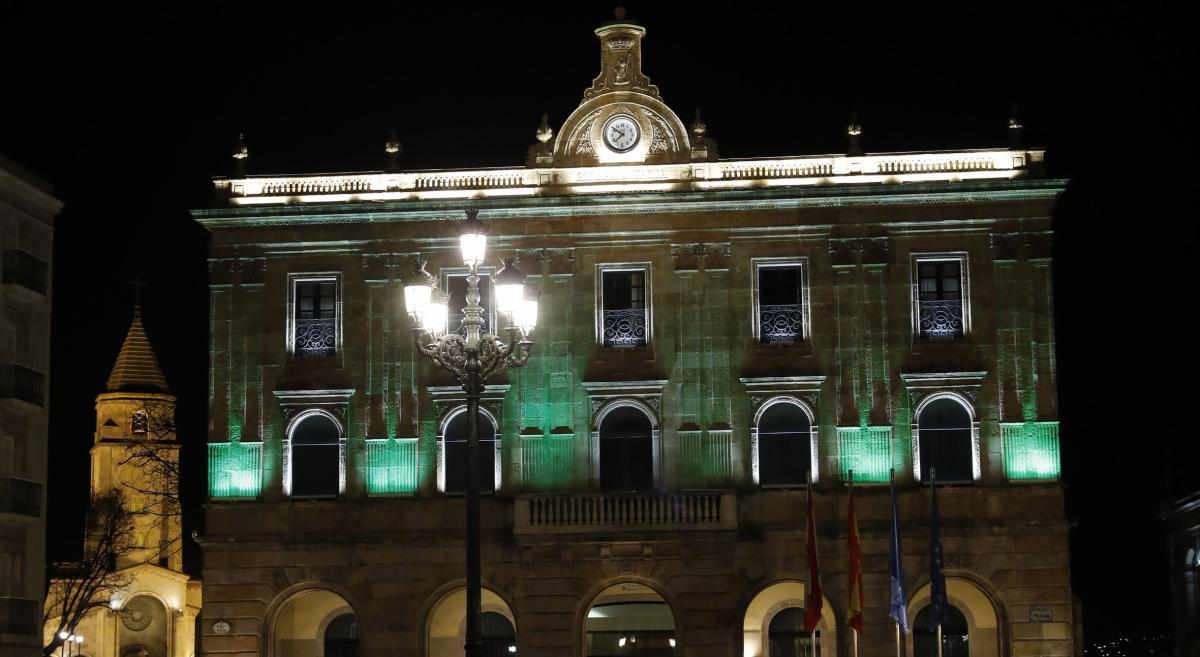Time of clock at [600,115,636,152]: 7:50
